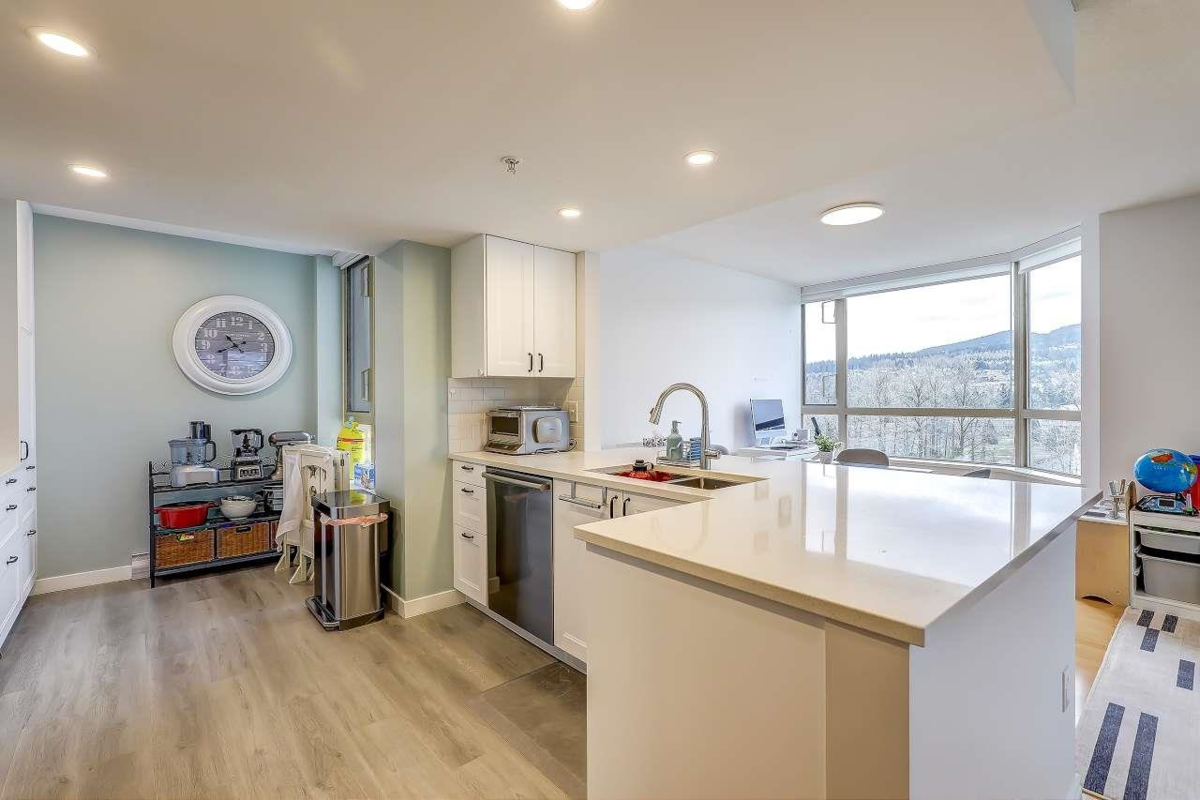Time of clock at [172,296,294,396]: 10:41
